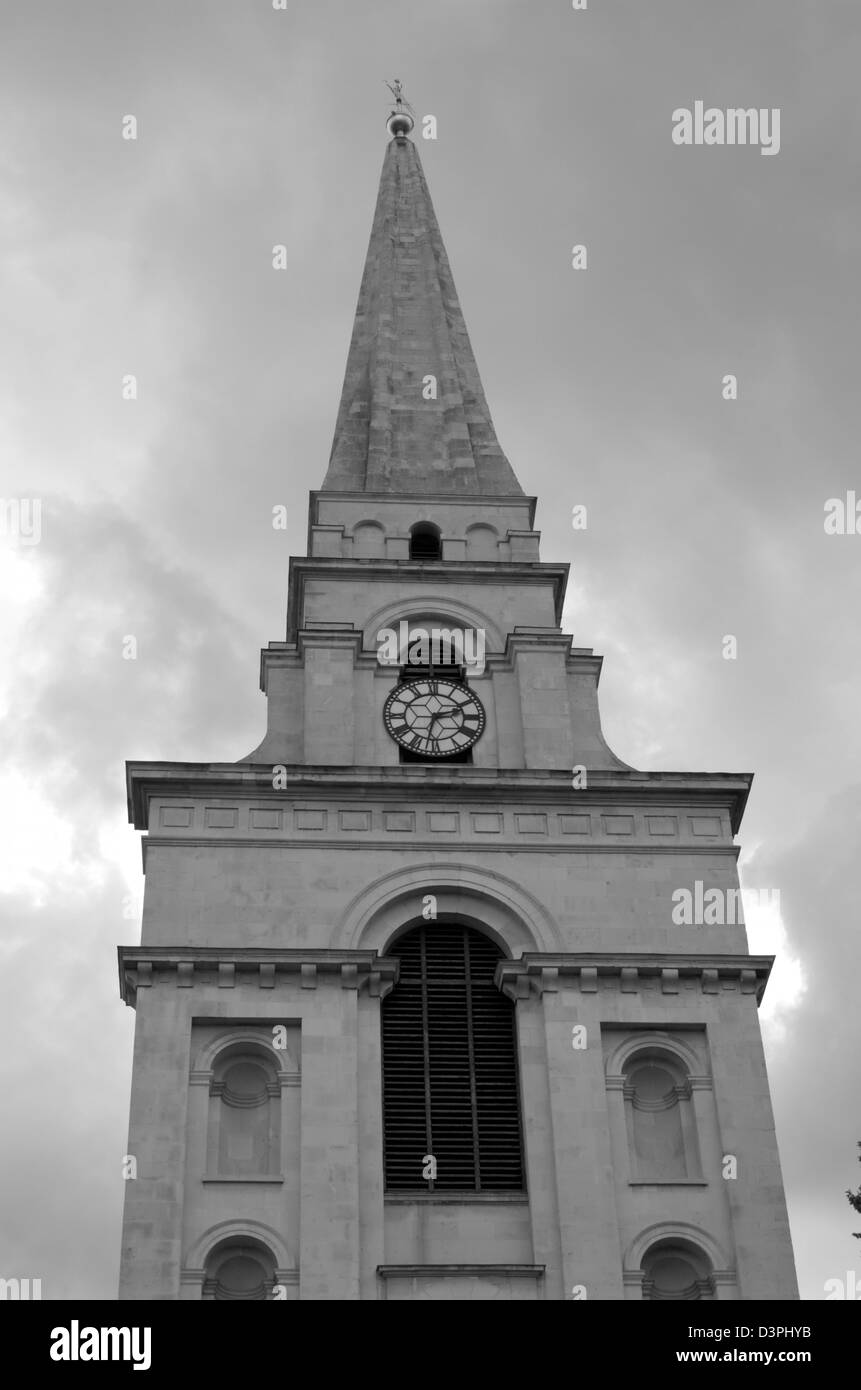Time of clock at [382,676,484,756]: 2:32
